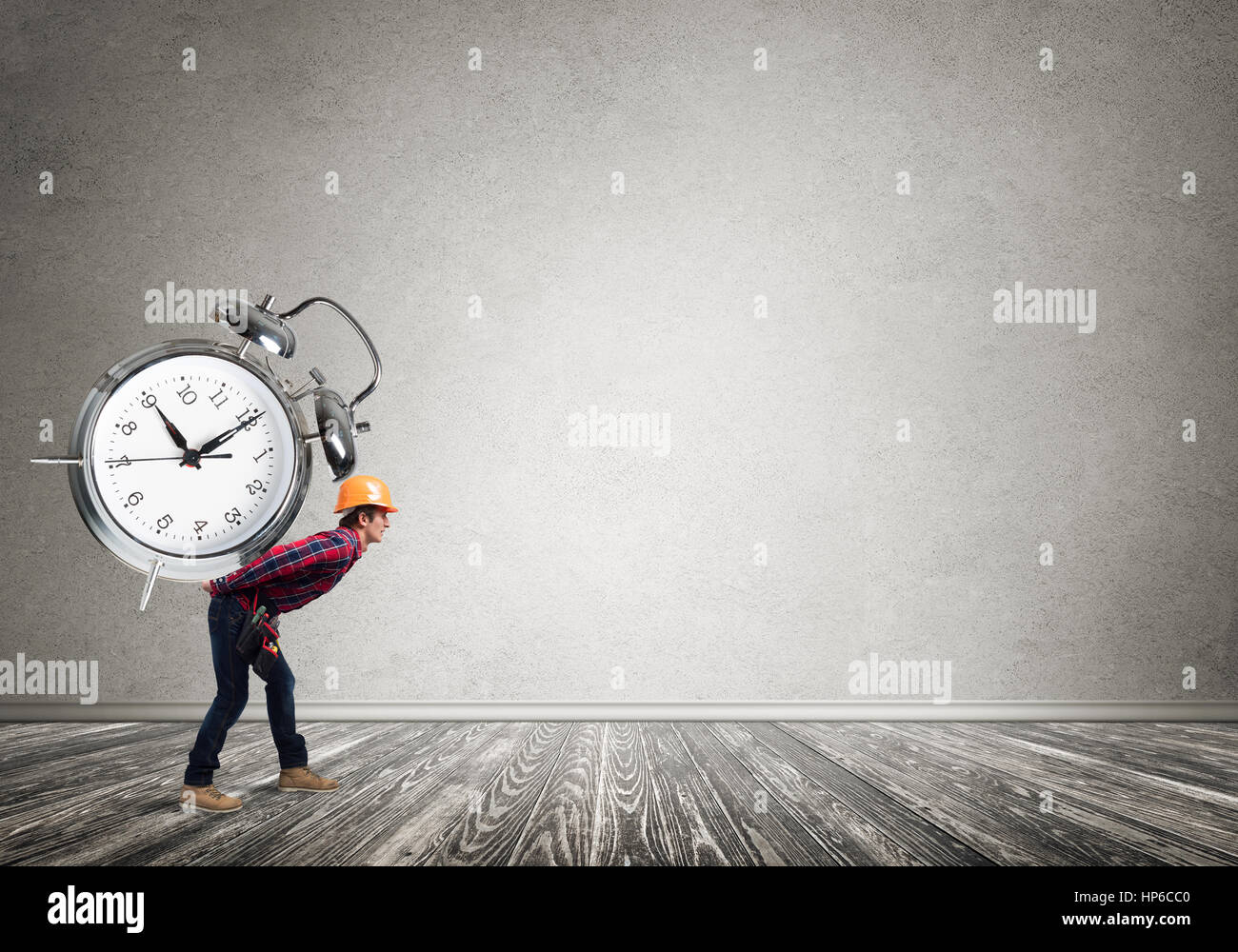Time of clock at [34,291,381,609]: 11:10
